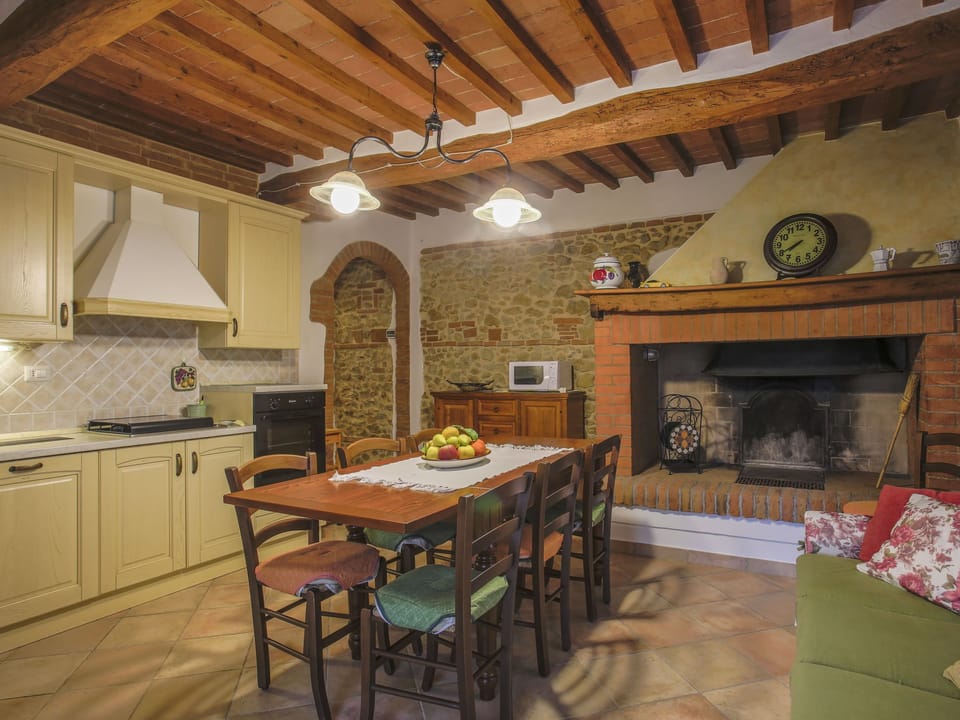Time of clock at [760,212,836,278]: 7:40
